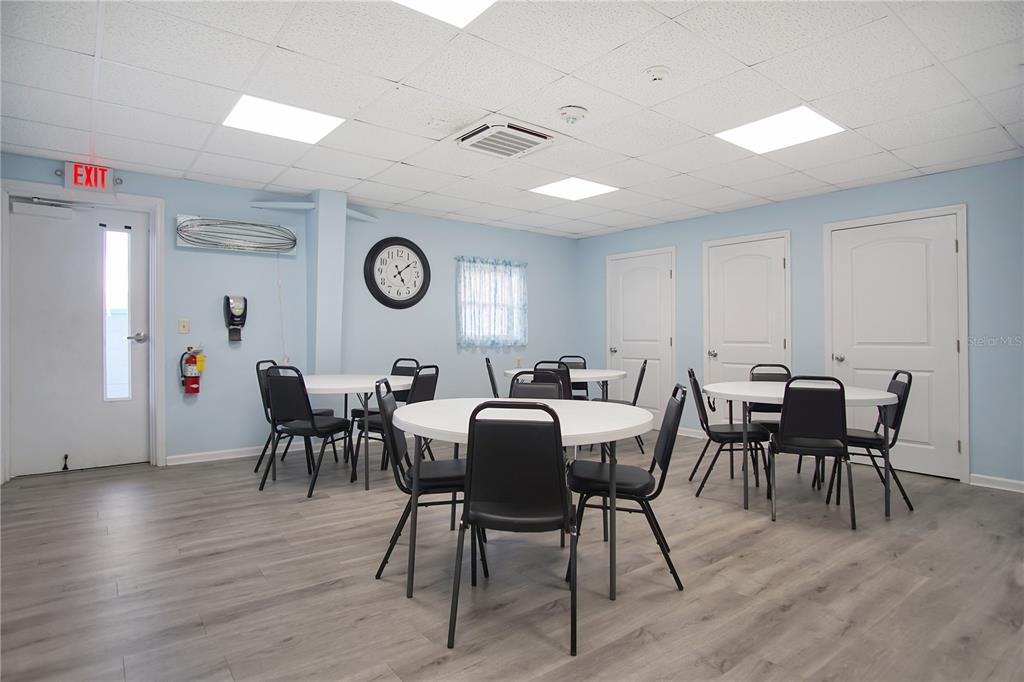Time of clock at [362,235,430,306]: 5:08
